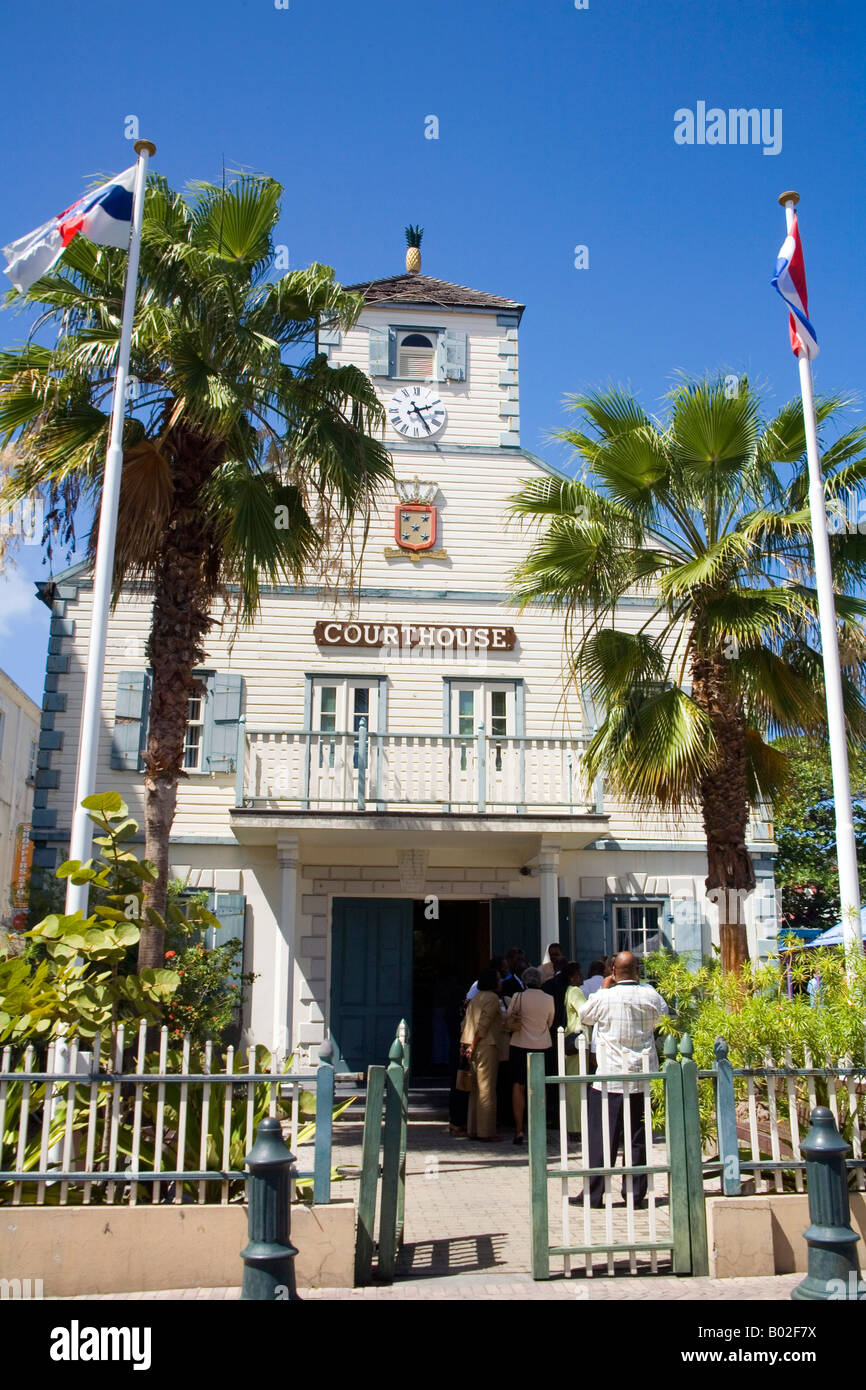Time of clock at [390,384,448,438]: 2:24
